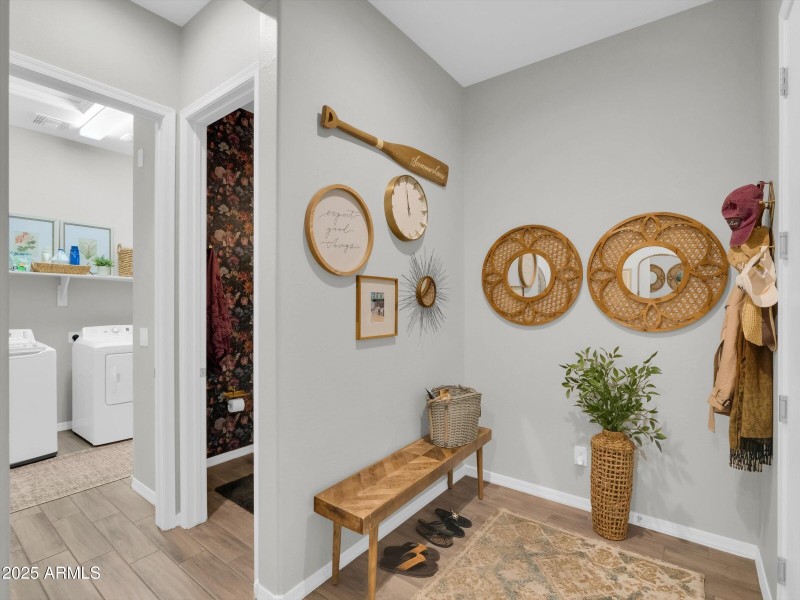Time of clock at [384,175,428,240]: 11:59
